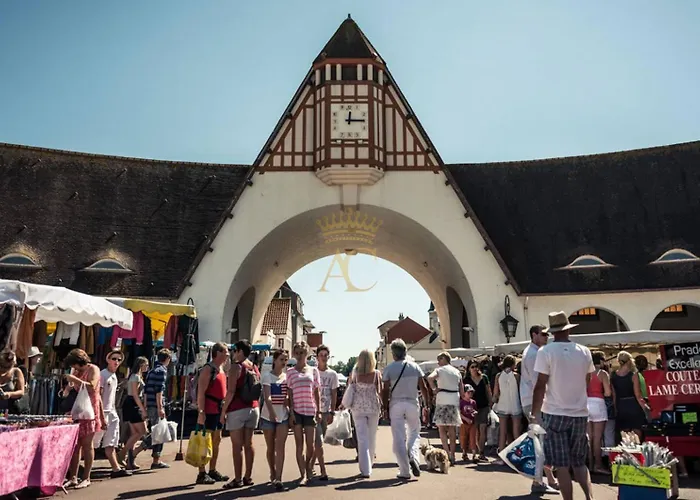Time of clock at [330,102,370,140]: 12:14
